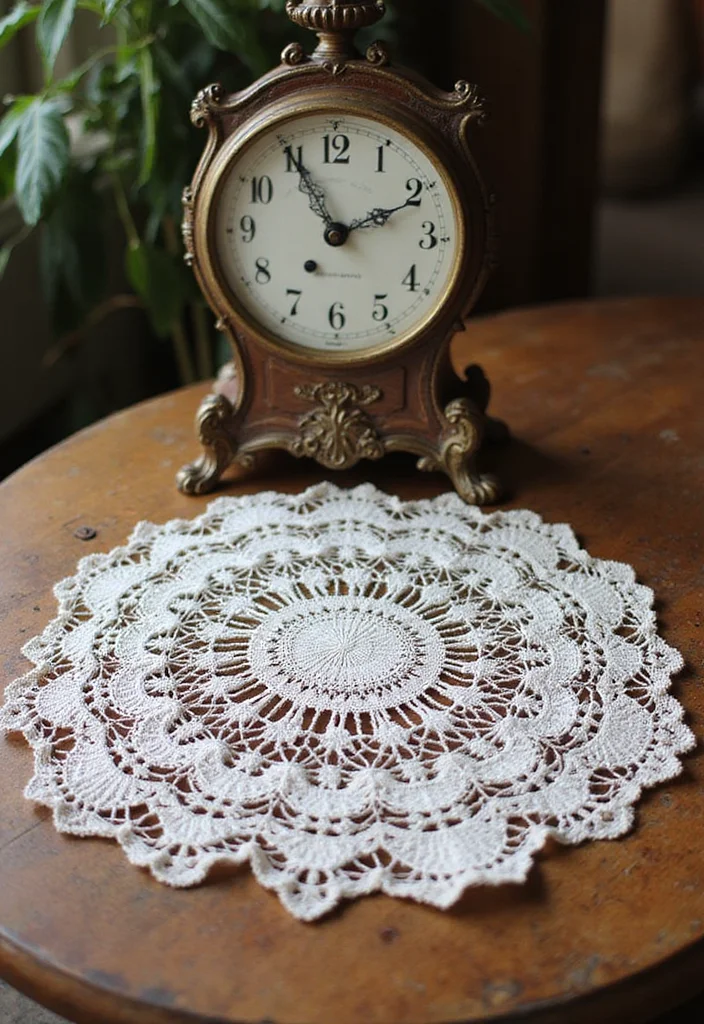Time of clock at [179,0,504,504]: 1:55
